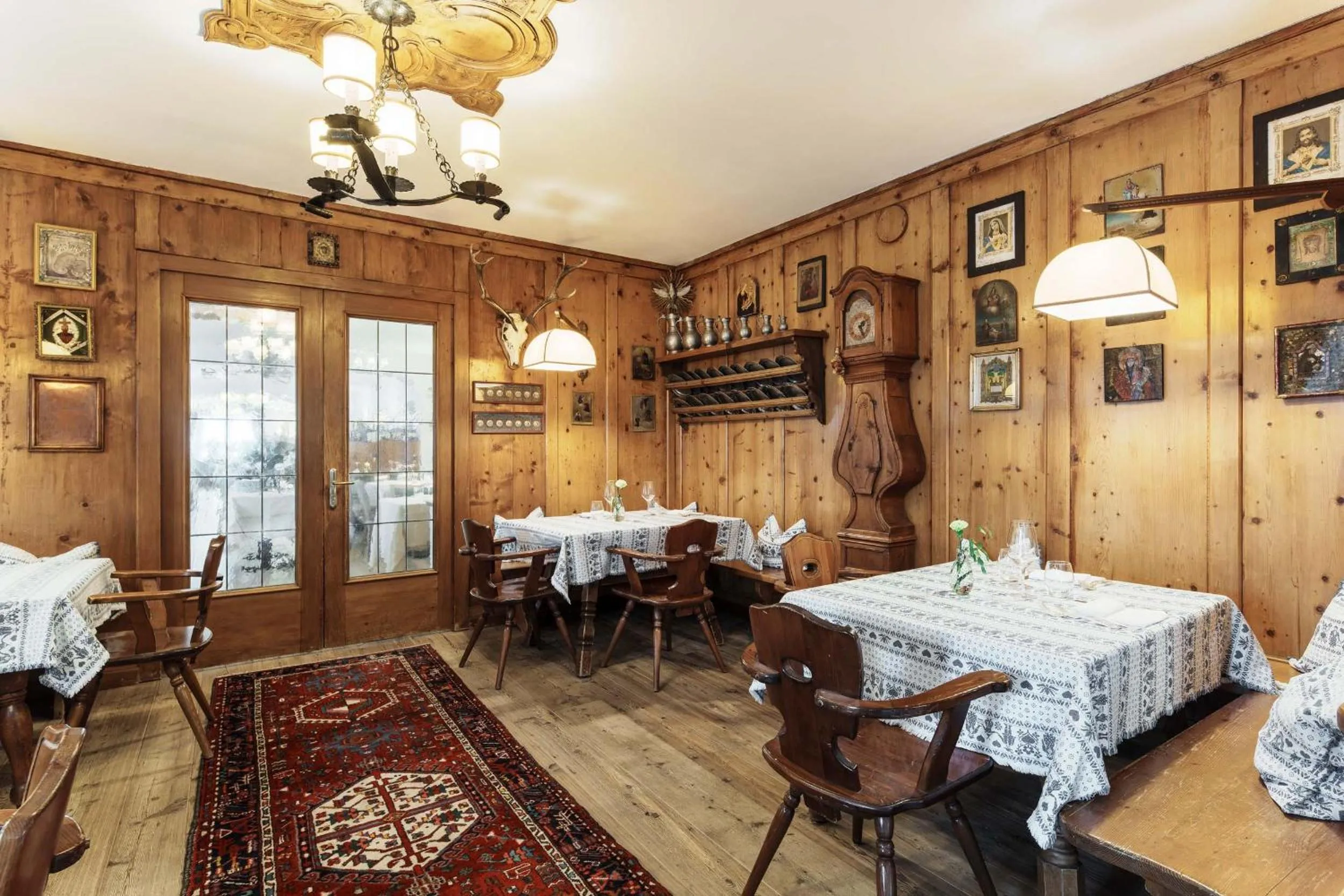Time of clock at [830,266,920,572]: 8:45
